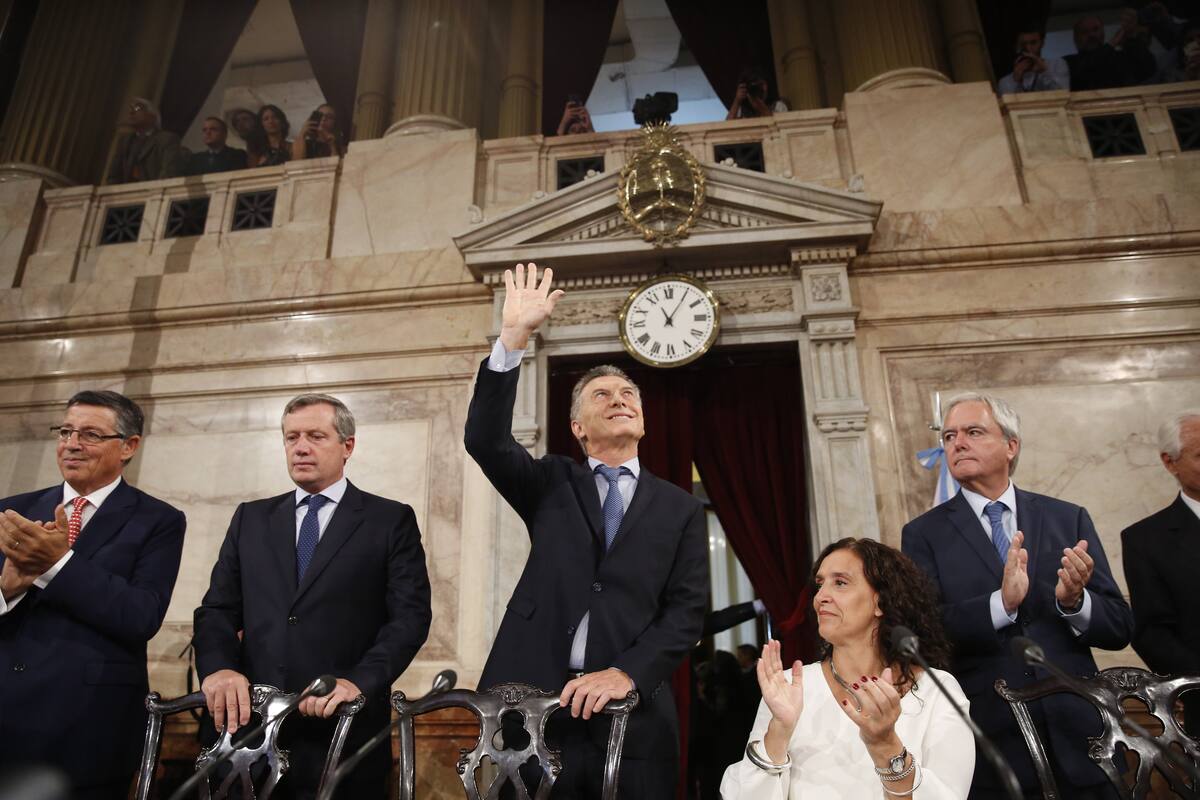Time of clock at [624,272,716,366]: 11:05
